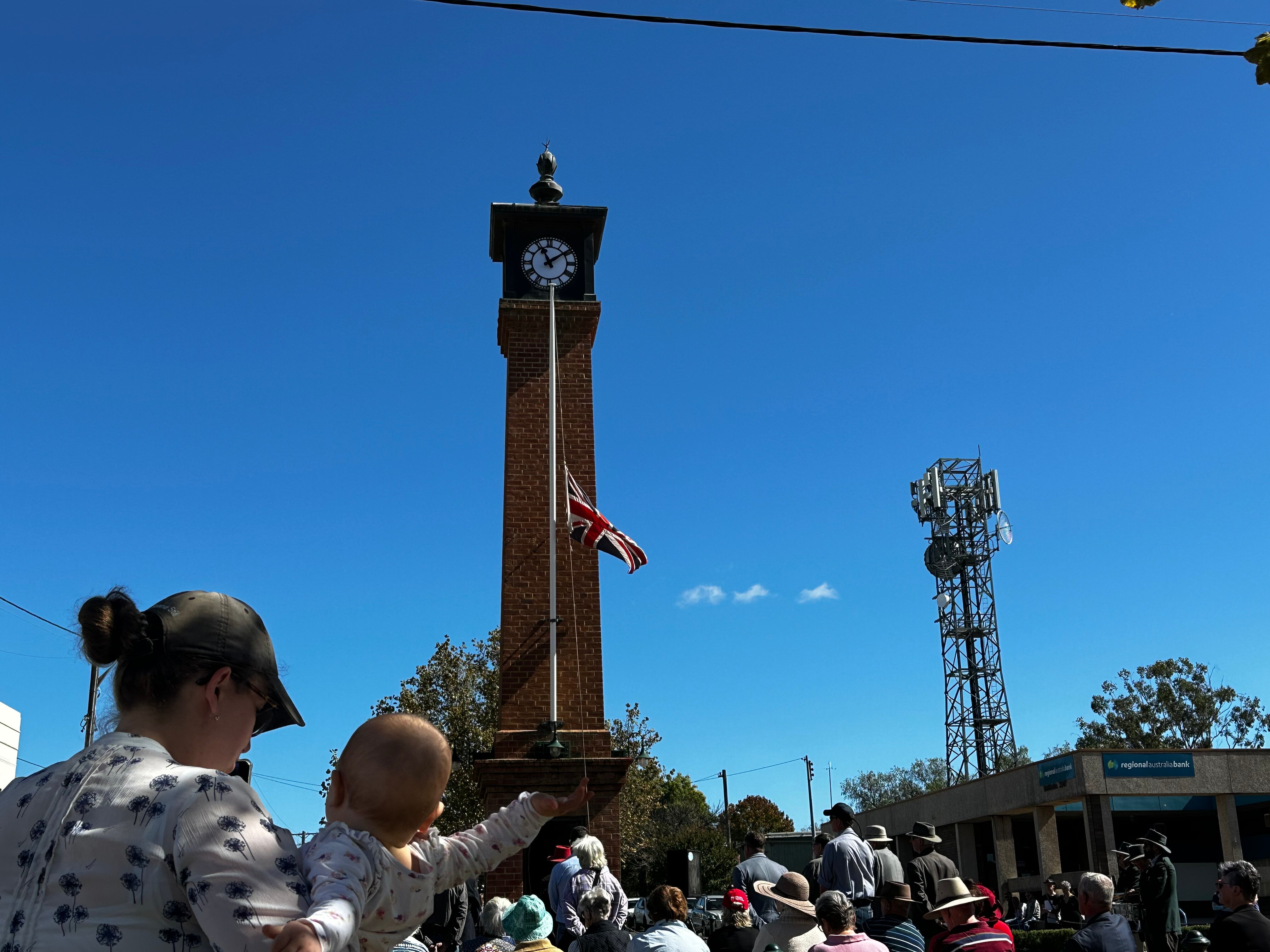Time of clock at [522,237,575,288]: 11:09
